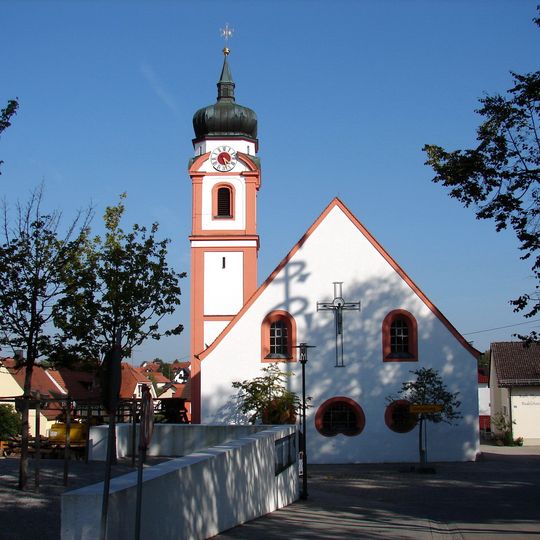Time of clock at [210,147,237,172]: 4:27
